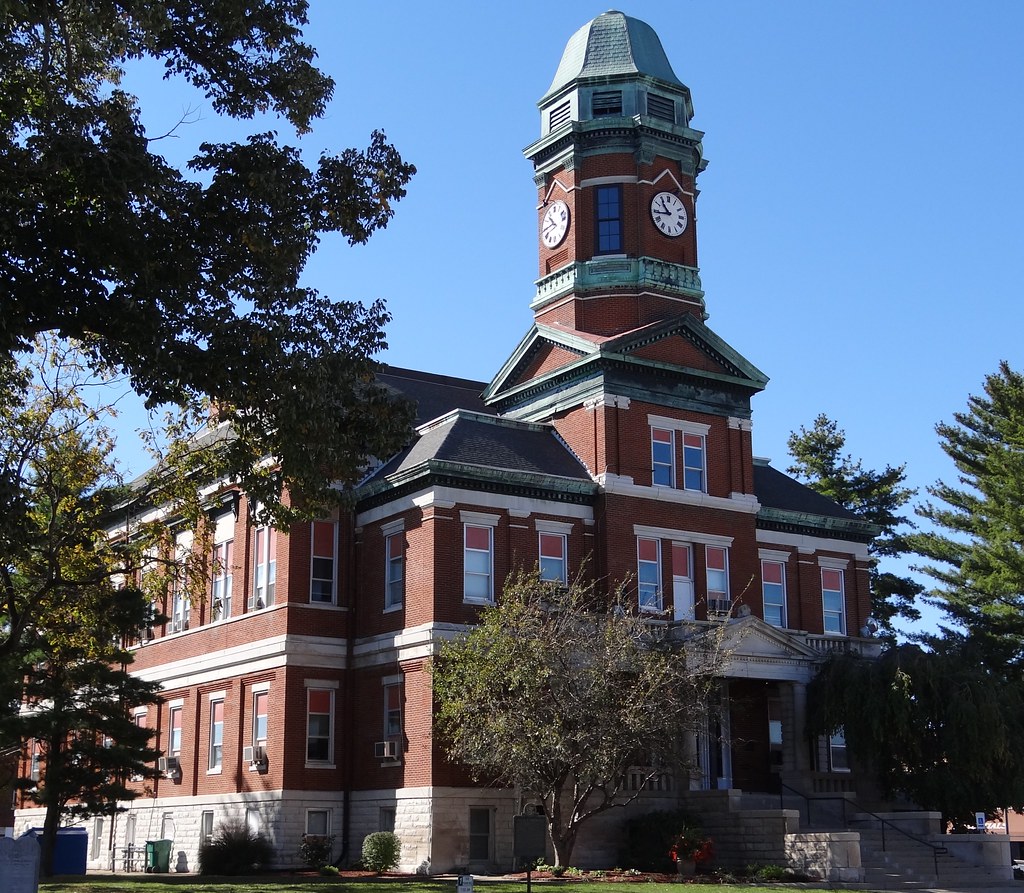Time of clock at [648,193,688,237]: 10:43
